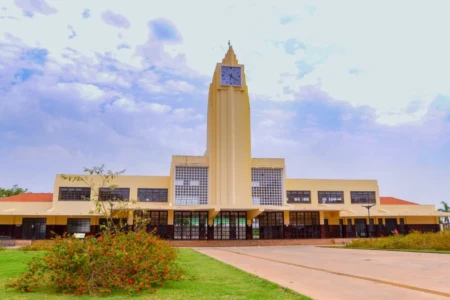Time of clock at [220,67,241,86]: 6:21
